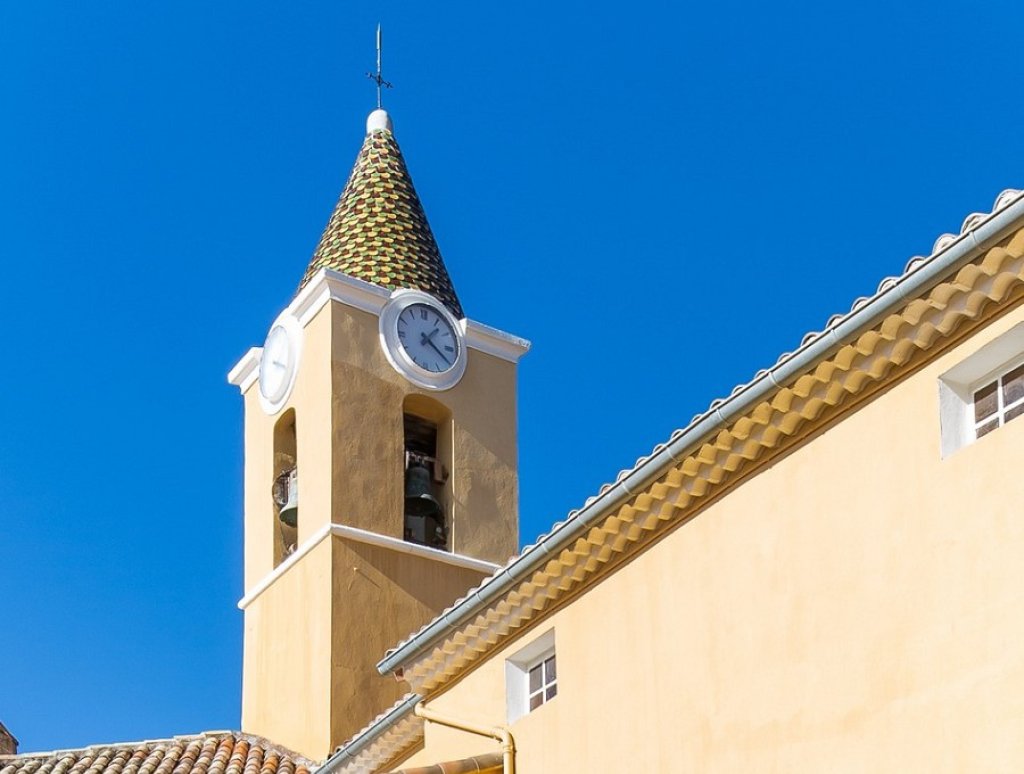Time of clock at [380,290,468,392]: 1:20
